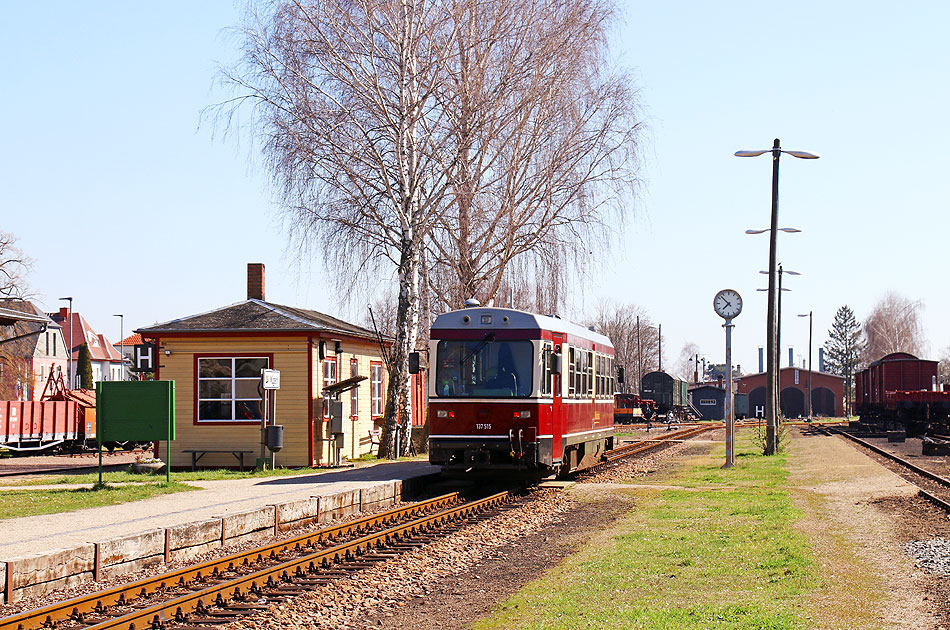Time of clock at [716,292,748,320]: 7:52
